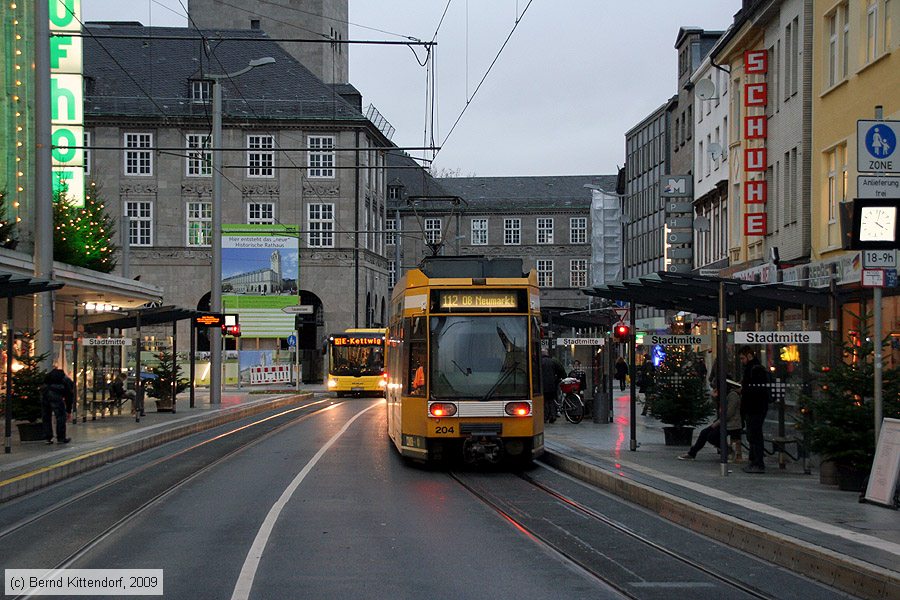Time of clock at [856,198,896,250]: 4:02
